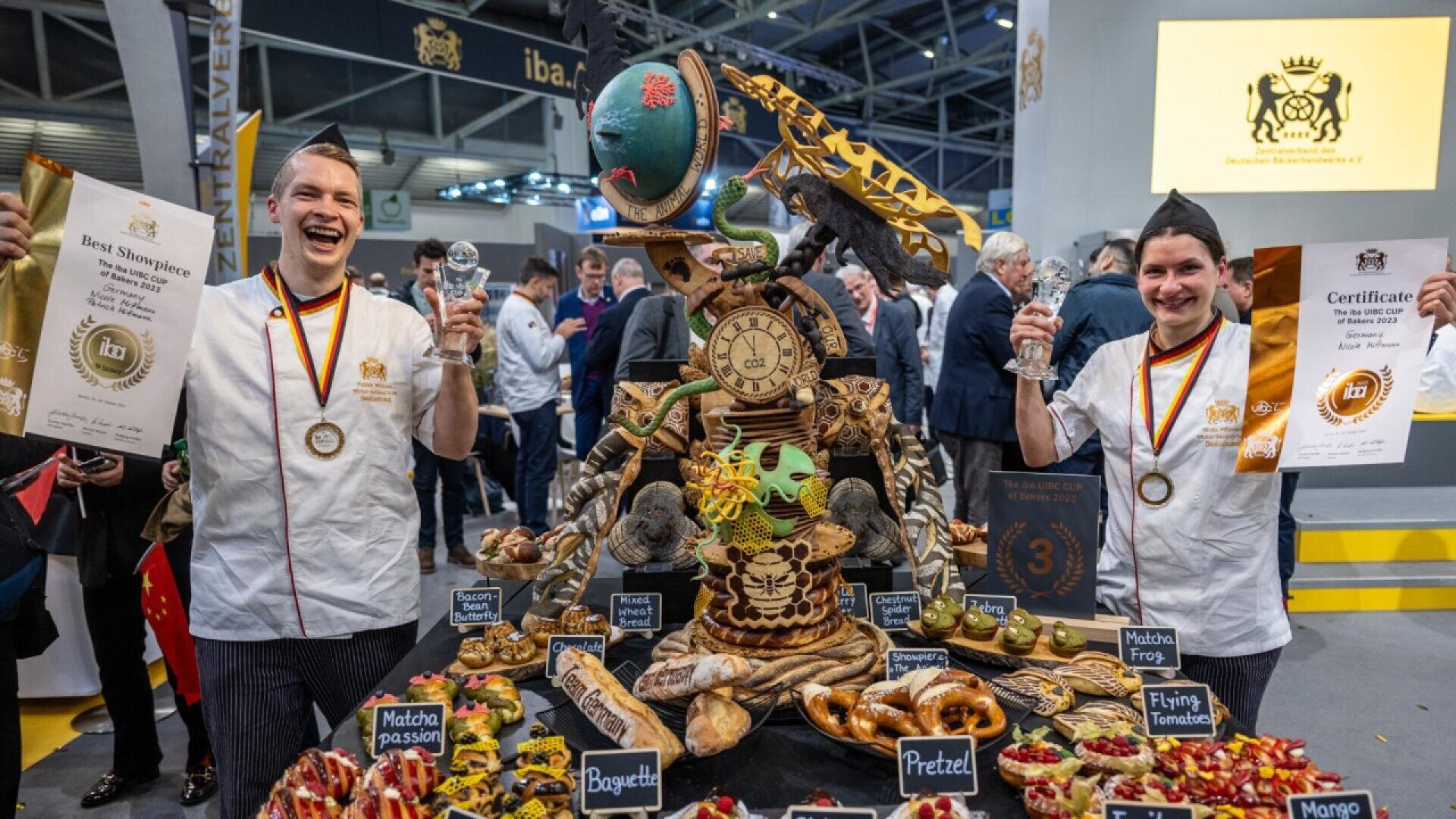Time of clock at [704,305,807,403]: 11:54
